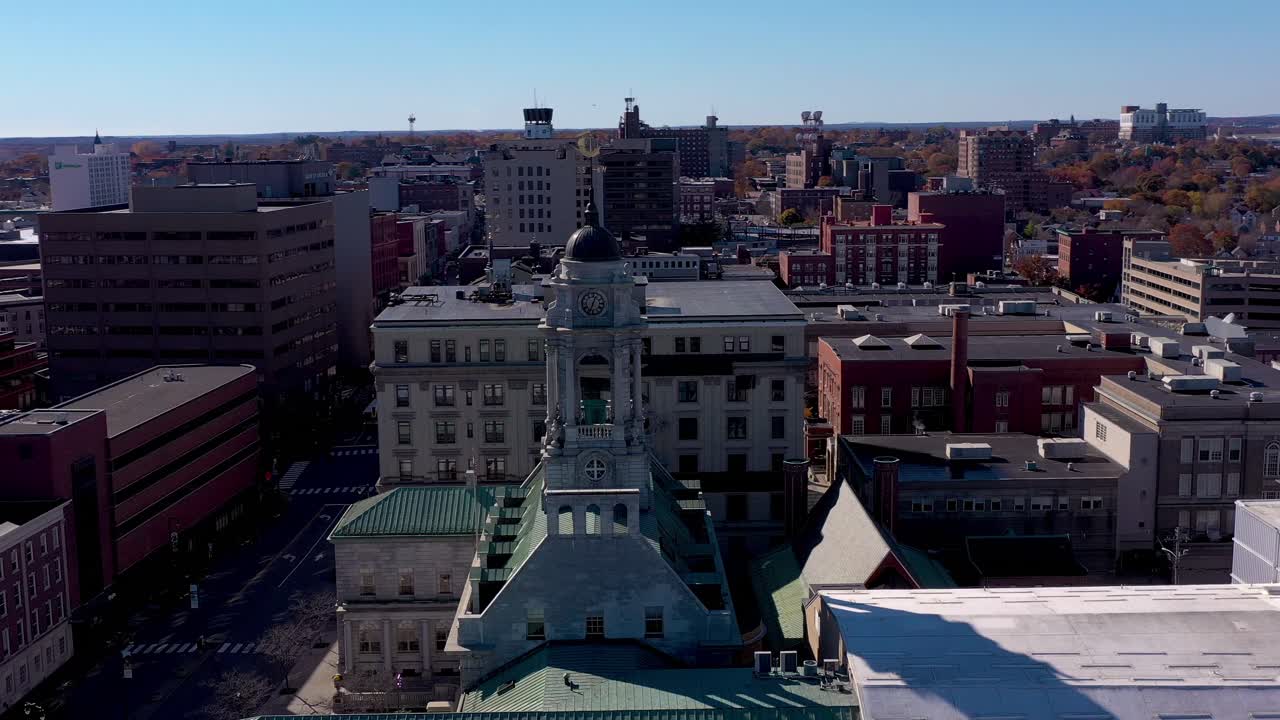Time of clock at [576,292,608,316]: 12:33
